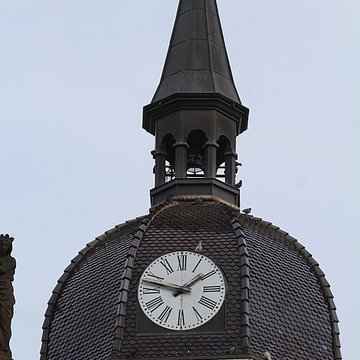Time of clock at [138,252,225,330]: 1:47
